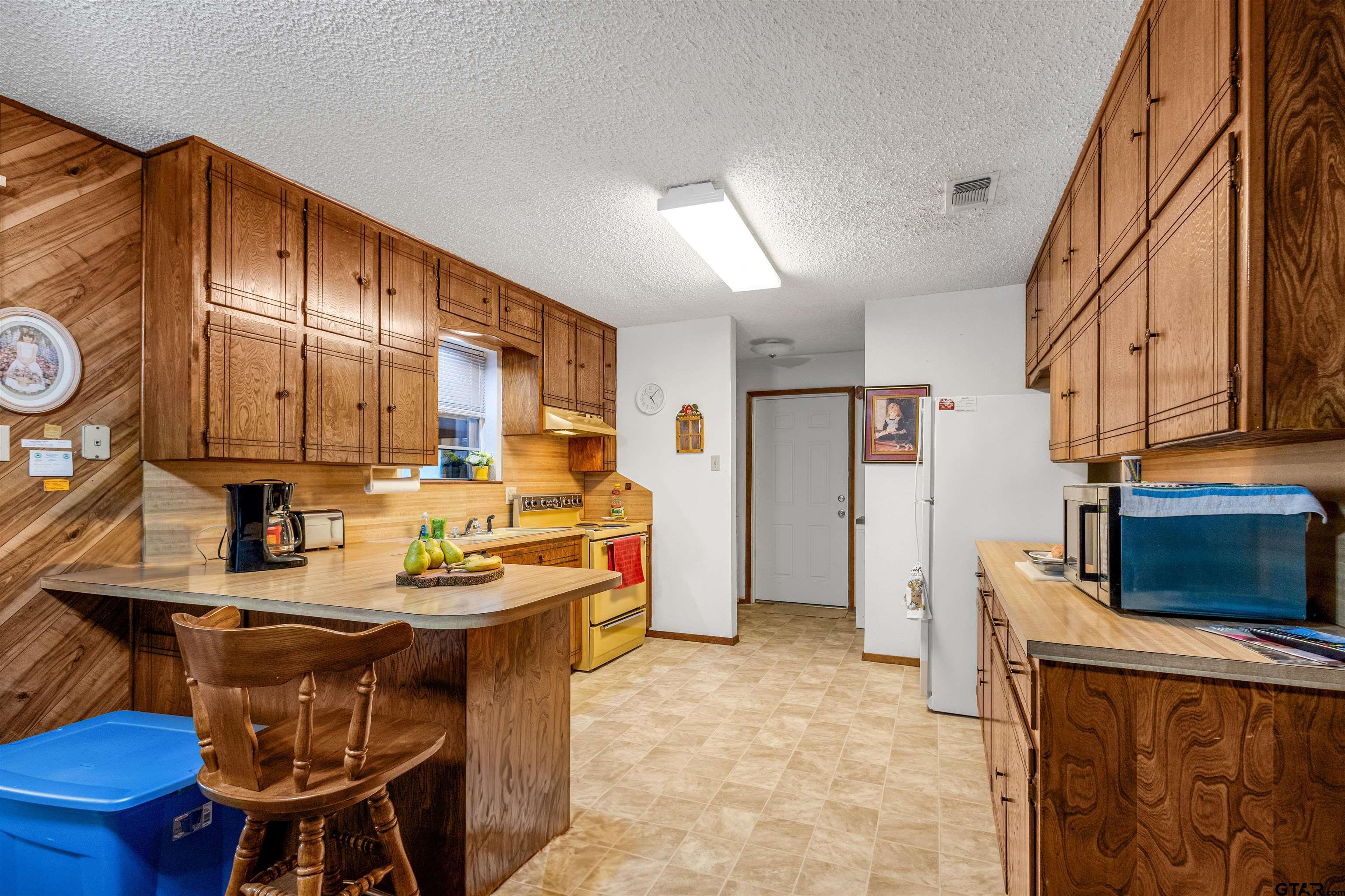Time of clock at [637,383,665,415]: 5:08
